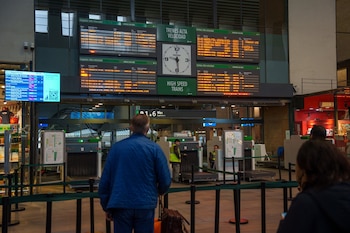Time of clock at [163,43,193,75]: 9:28
